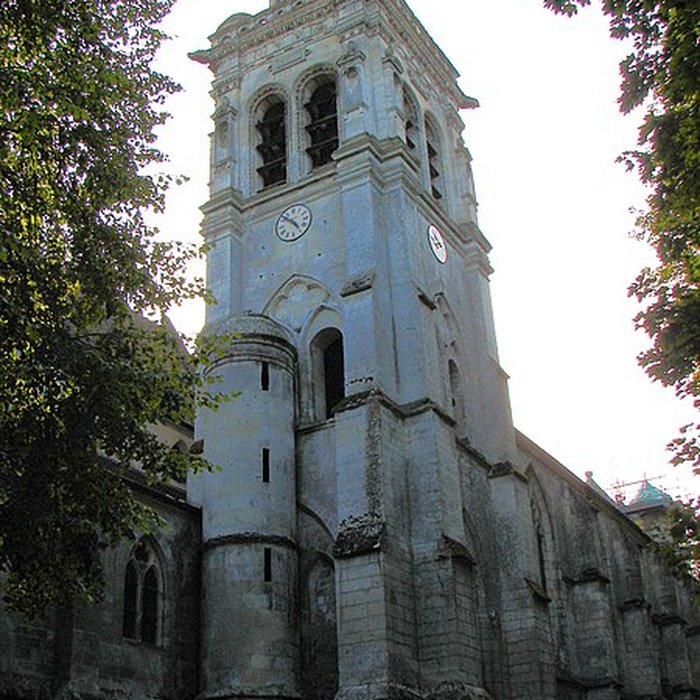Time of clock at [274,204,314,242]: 4:52
